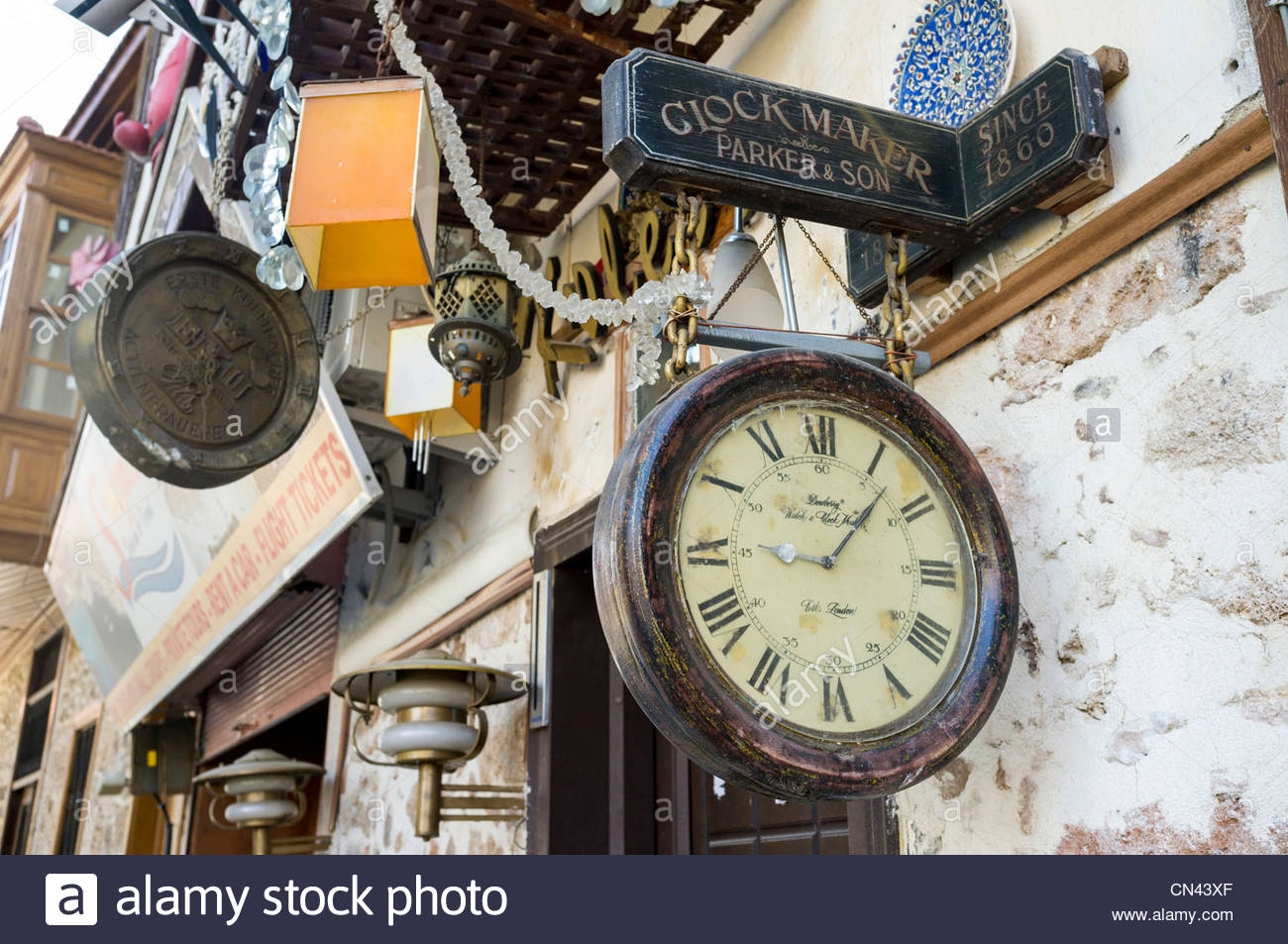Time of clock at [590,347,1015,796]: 9:07
